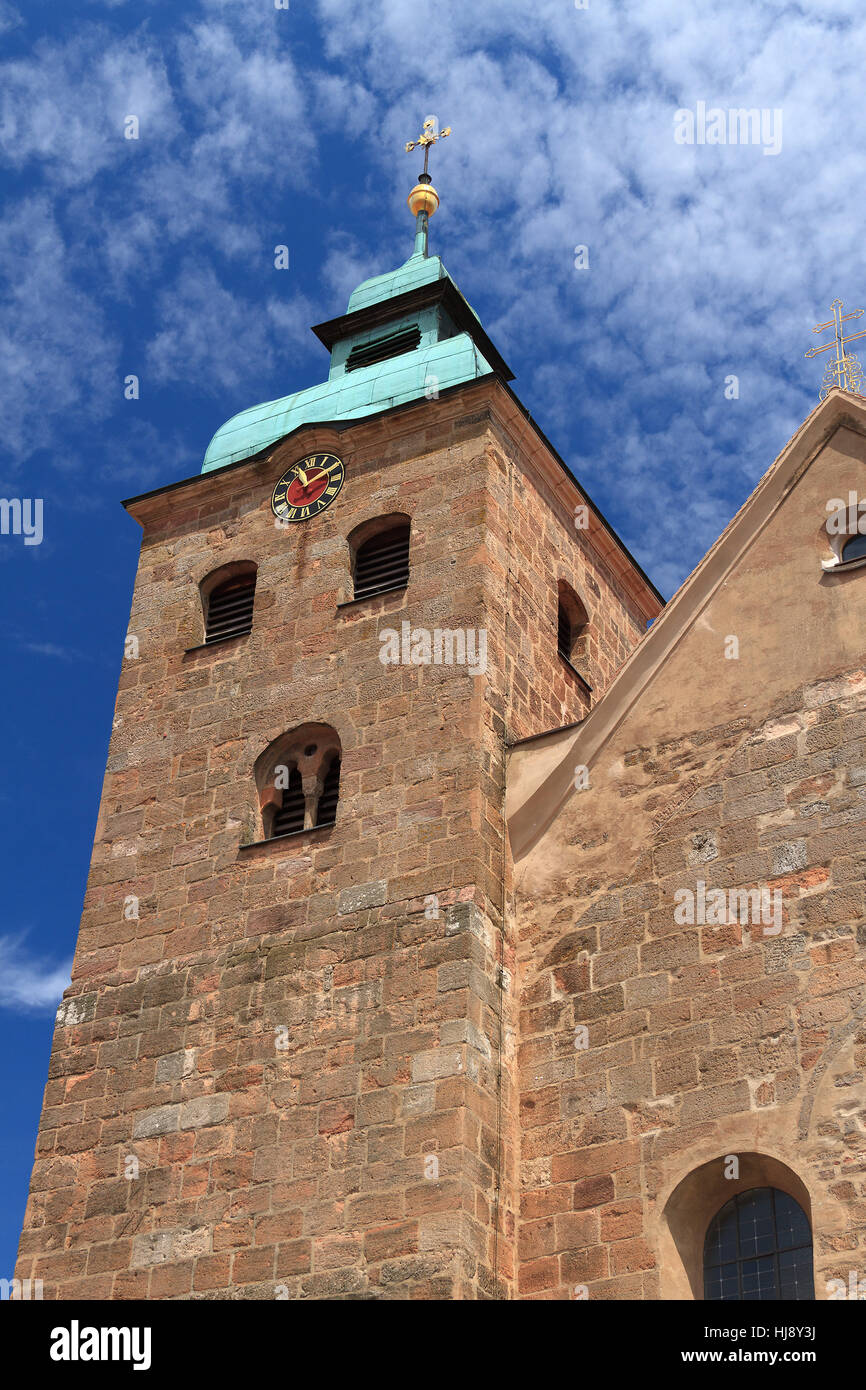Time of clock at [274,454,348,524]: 11:09
